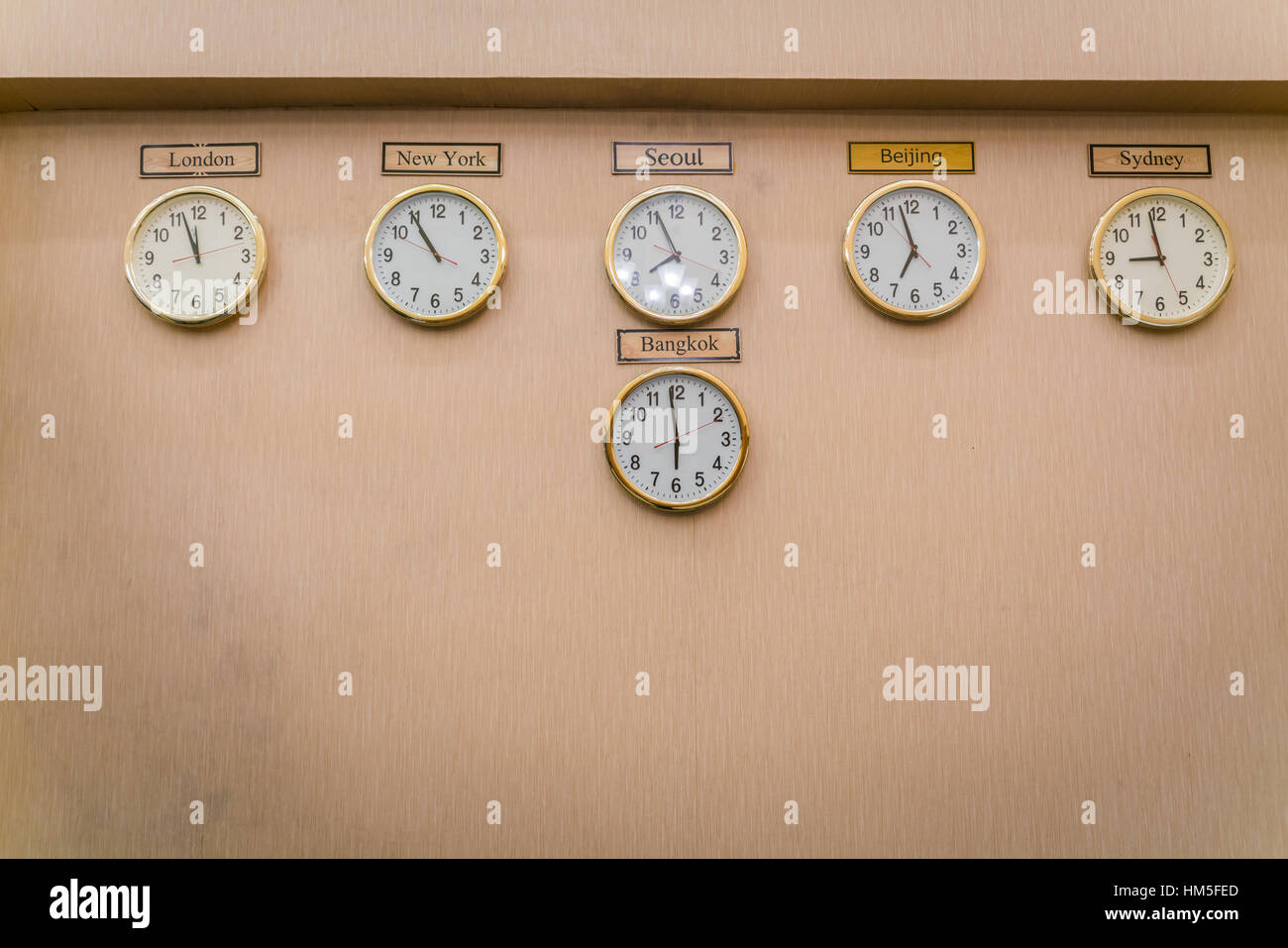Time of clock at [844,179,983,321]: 6:57
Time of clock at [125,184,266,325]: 11:56
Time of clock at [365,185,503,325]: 10:54
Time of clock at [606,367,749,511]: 5:58
